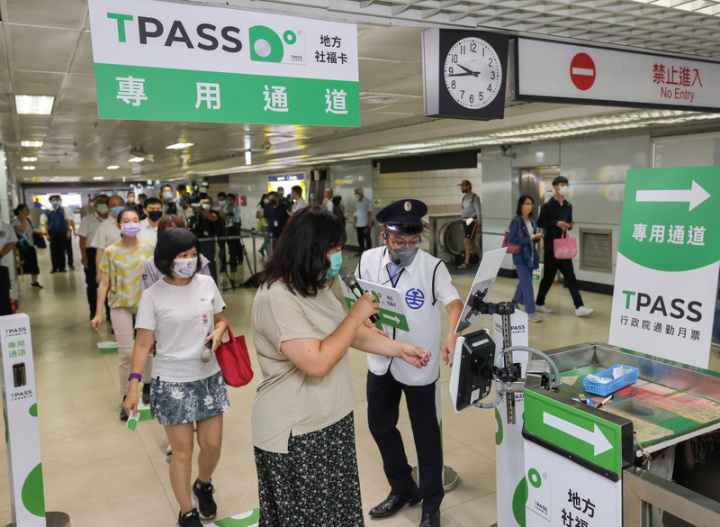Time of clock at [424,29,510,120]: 9:43
